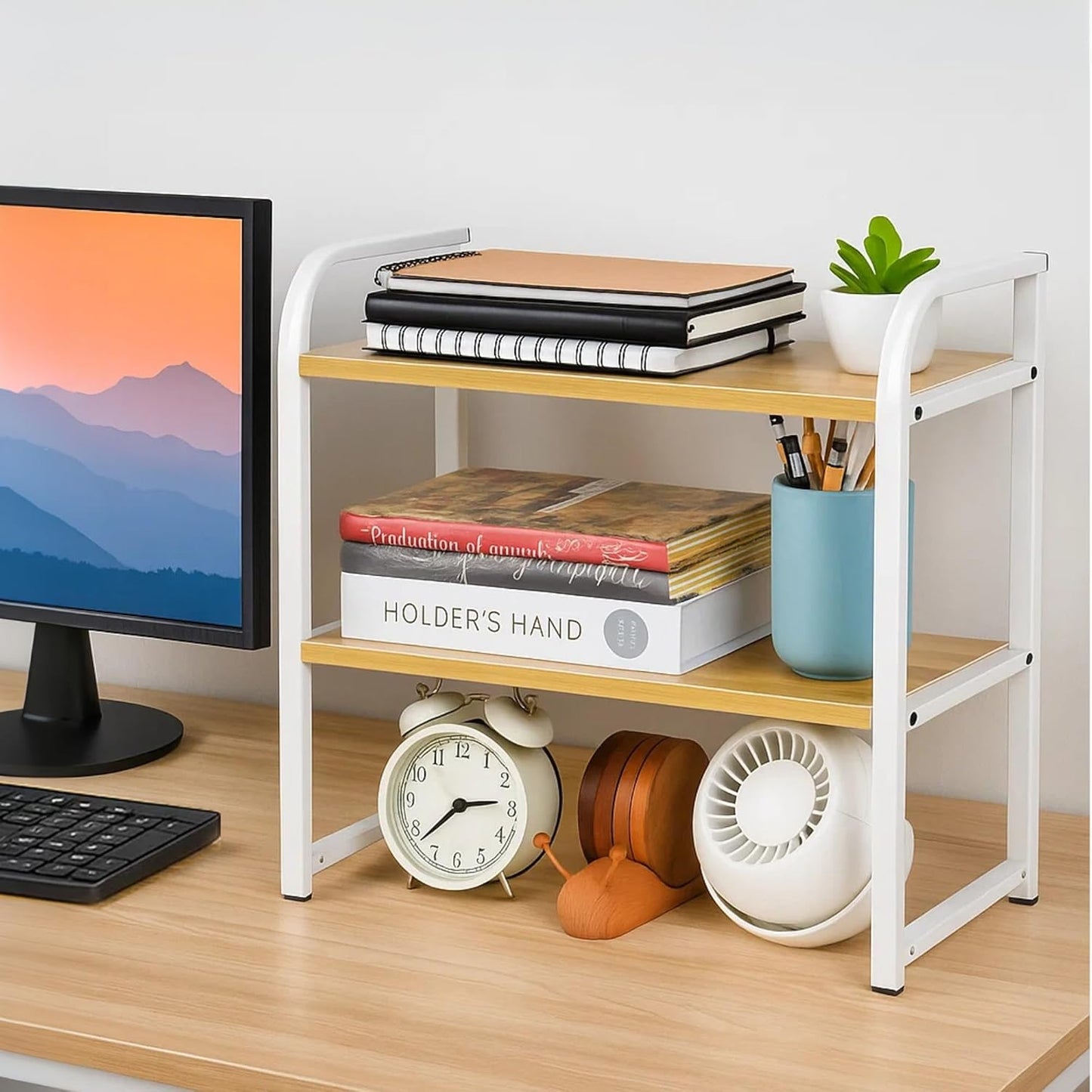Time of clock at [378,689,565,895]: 2:38
